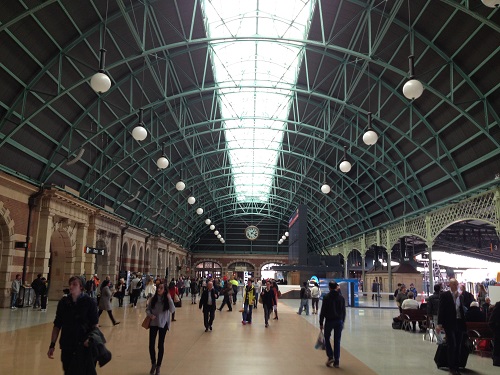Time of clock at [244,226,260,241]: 1:18
